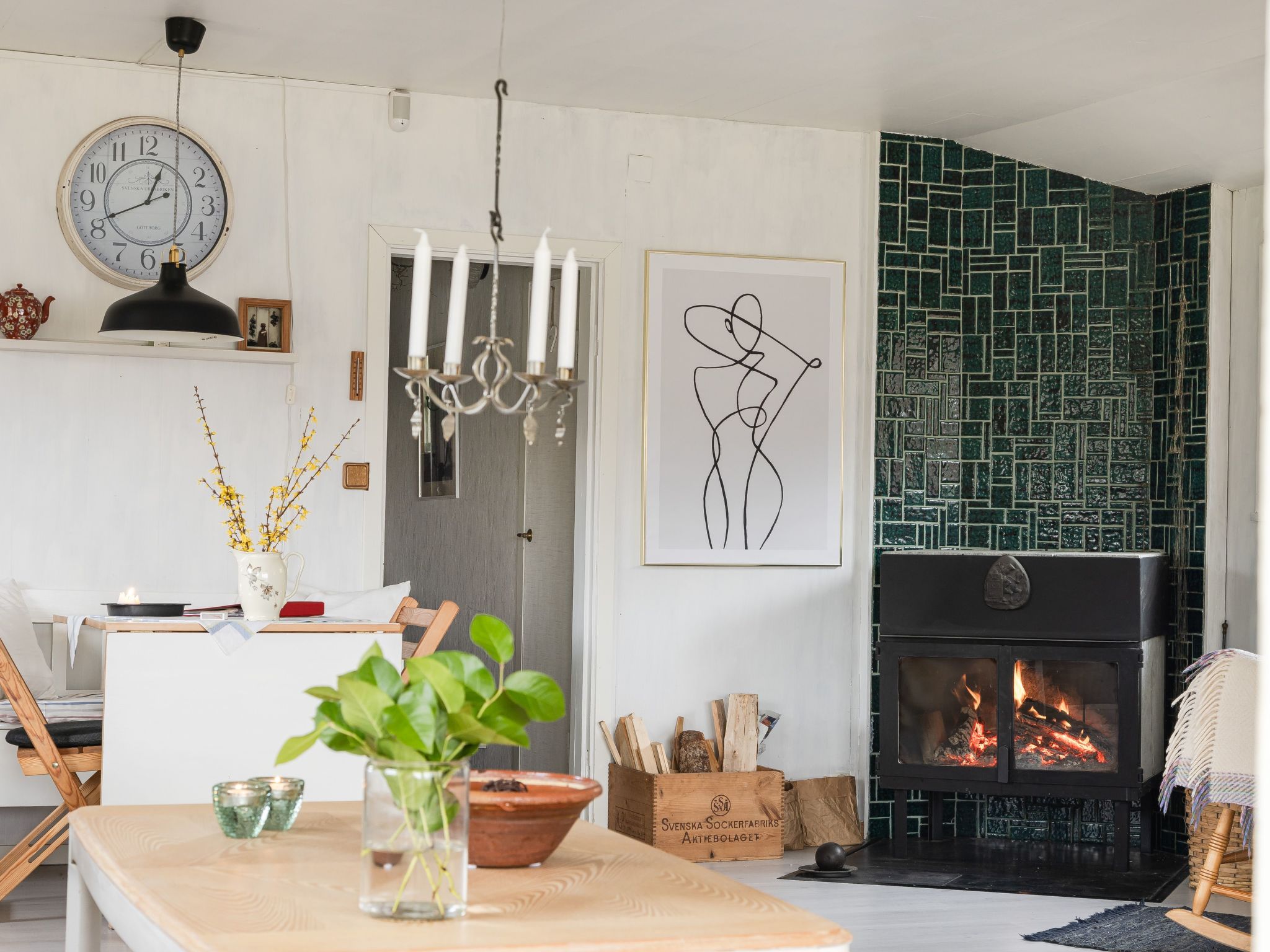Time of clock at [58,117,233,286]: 12:41
